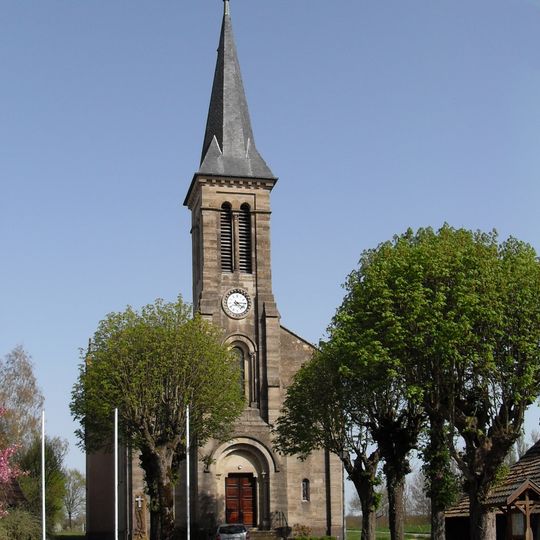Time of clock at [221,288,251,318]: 4:14
